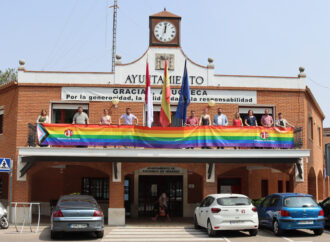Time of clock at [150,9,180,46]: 12:01
